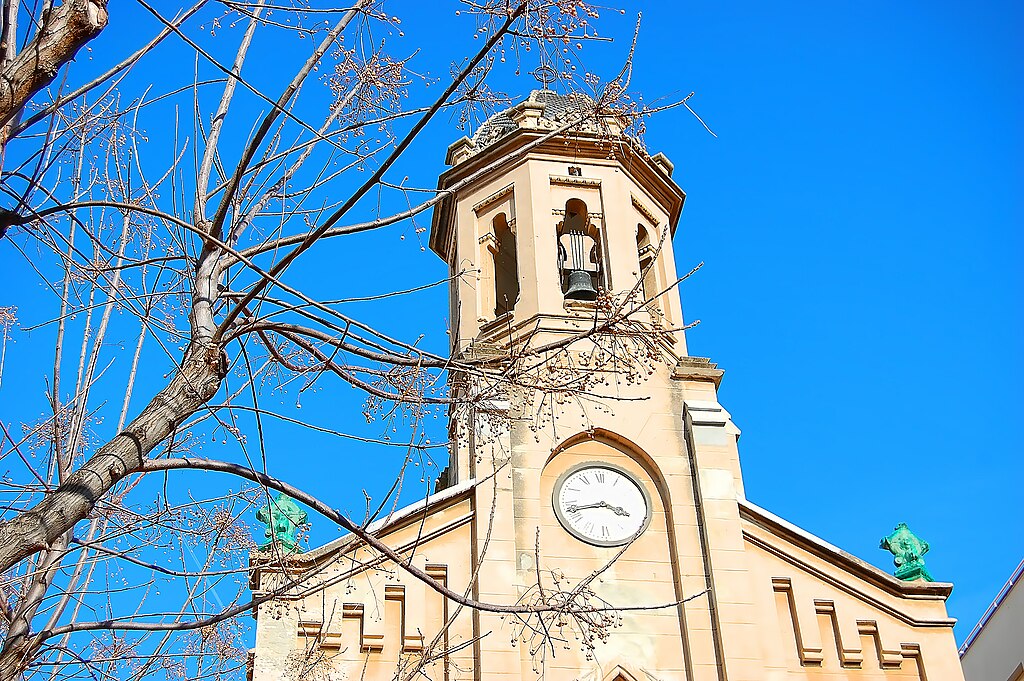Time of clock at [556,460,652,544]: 3:43
